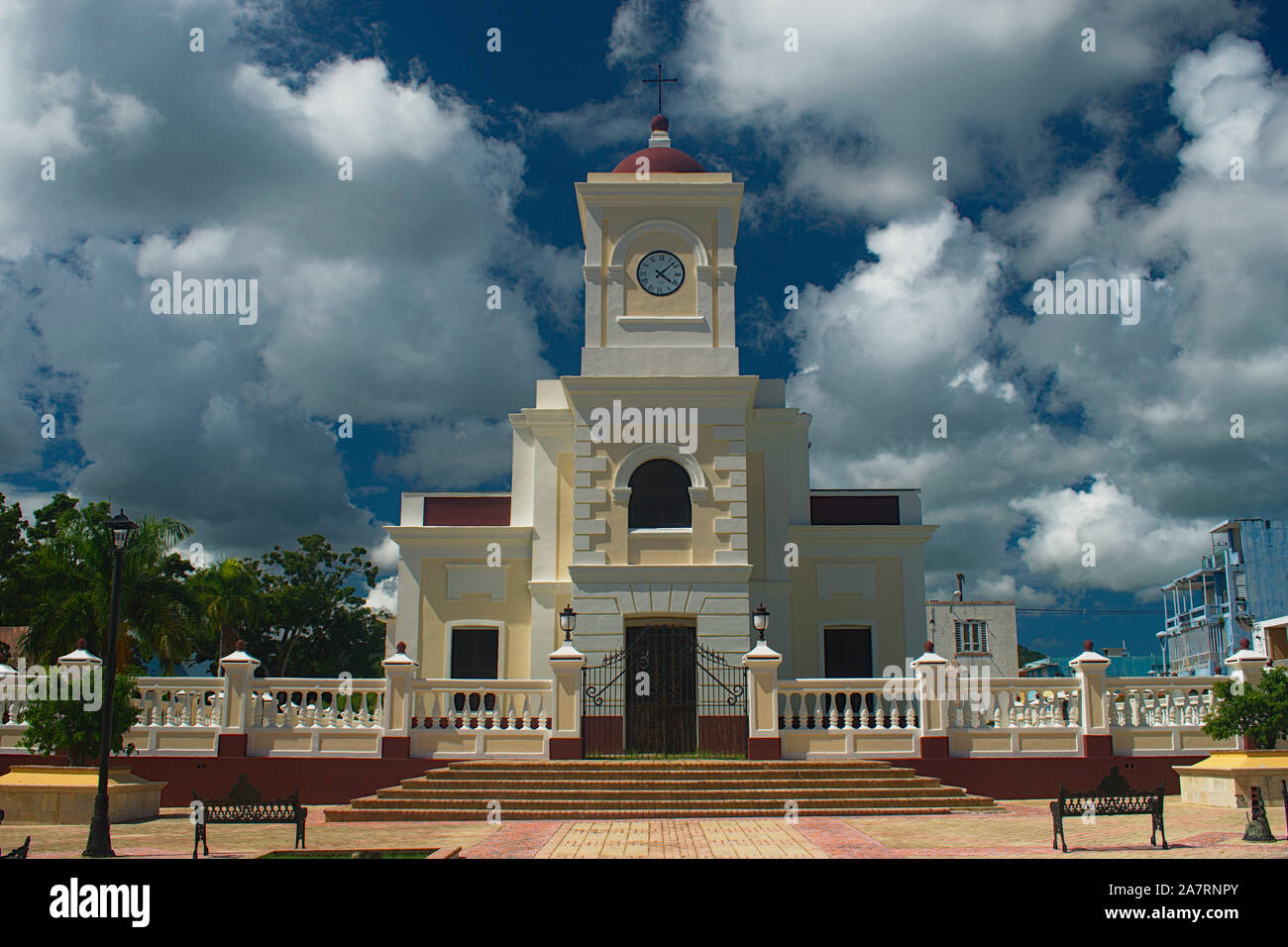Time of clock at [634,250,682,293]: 4:07
